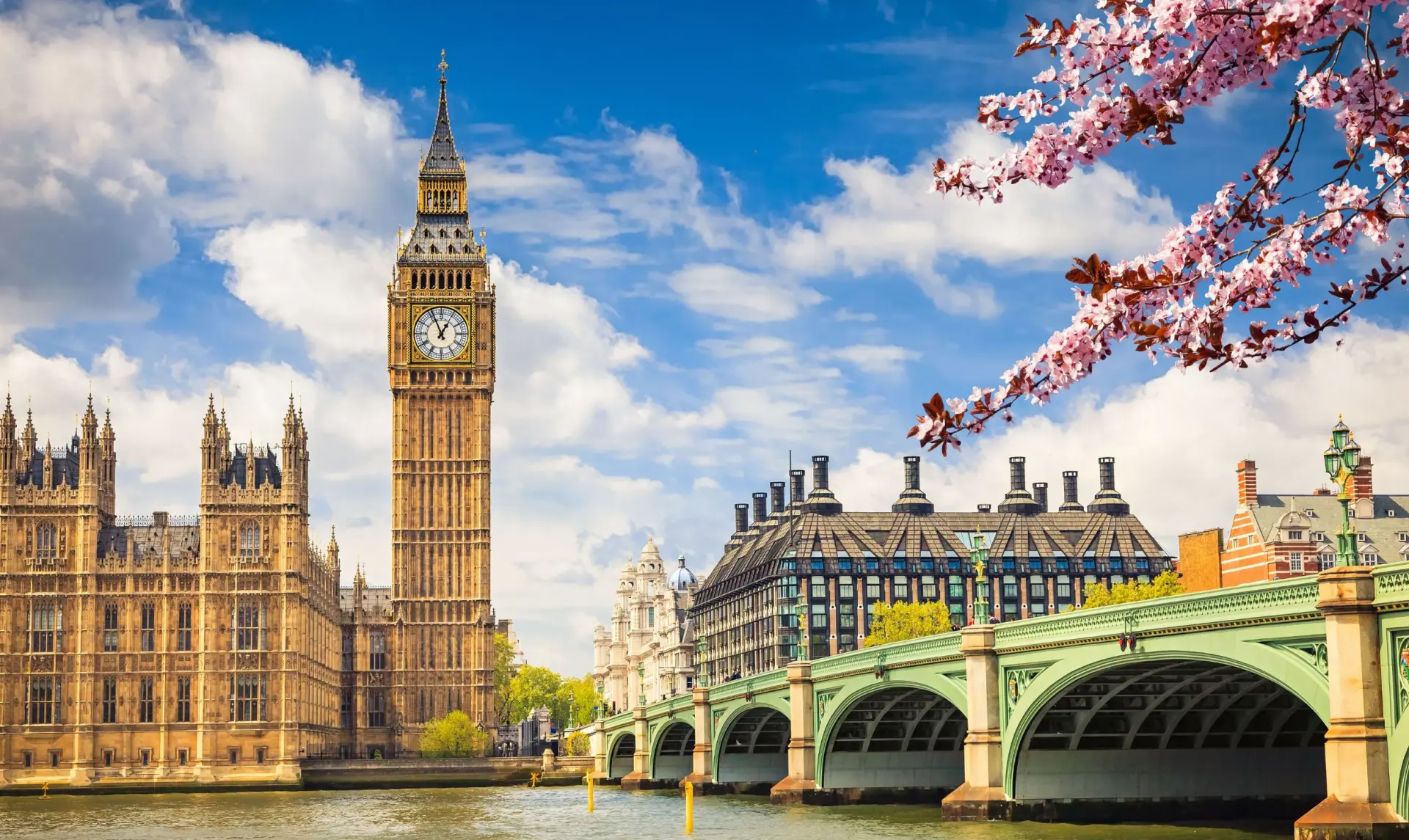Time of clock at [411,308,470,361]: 12:56
